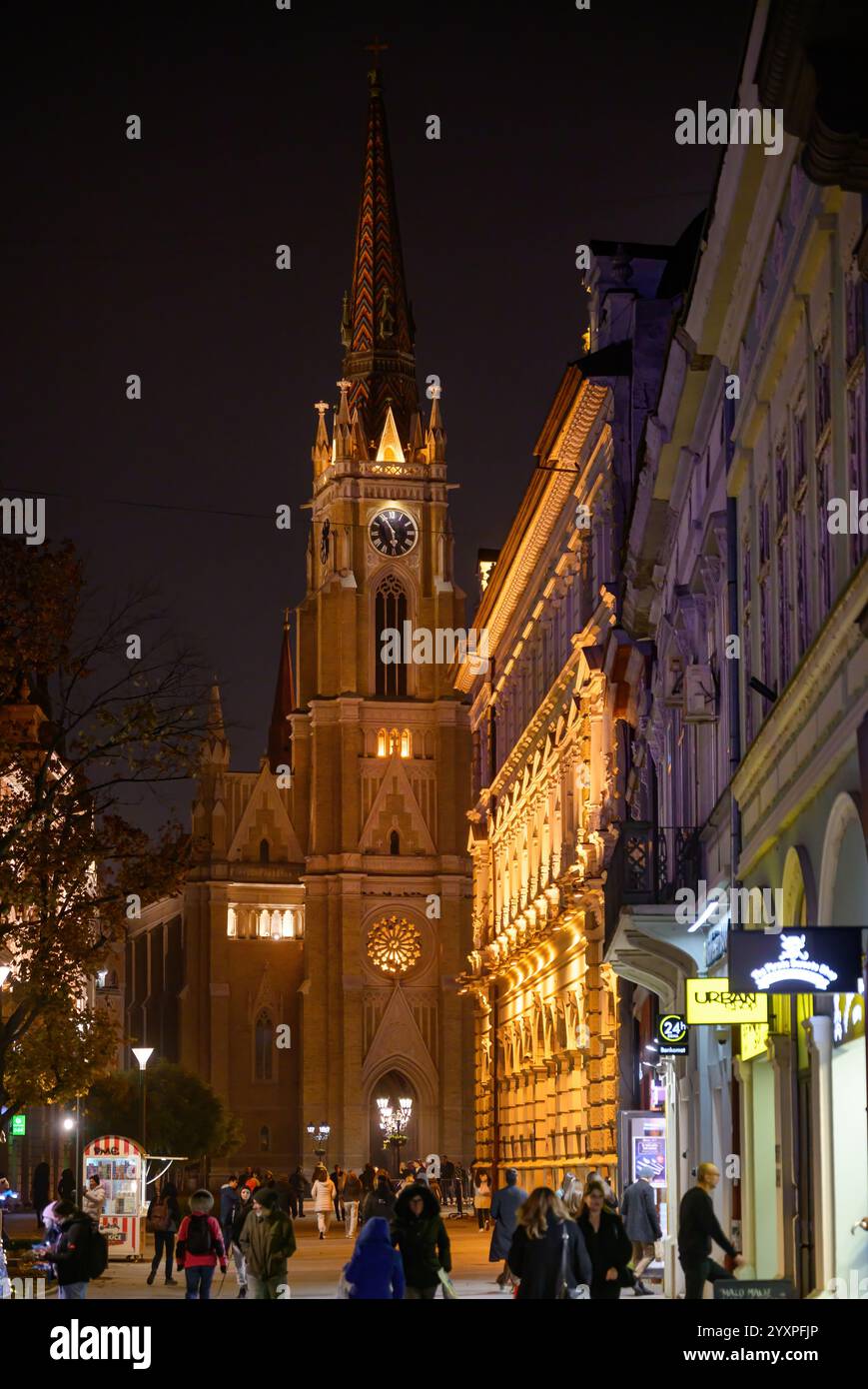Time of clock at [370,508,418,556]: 5:55
